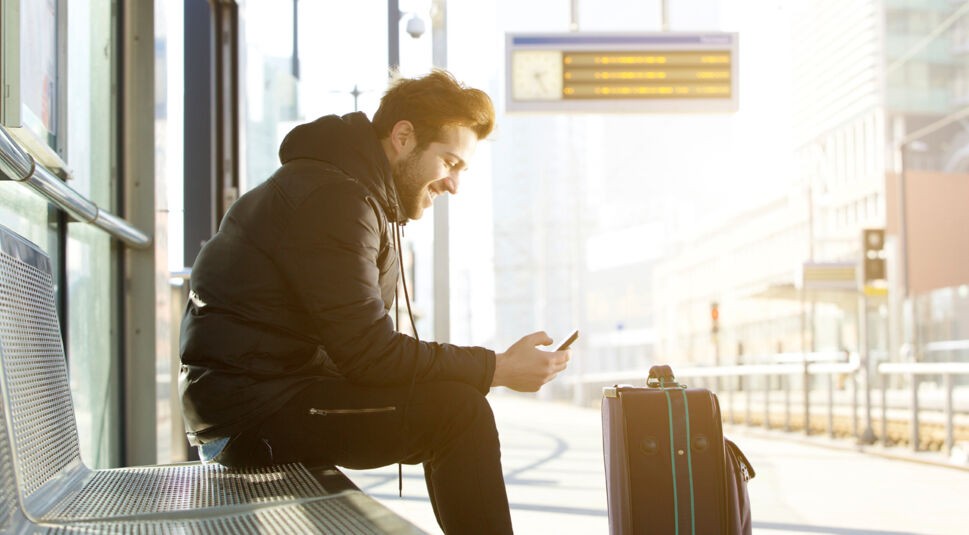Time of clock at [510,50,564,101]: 5:12
